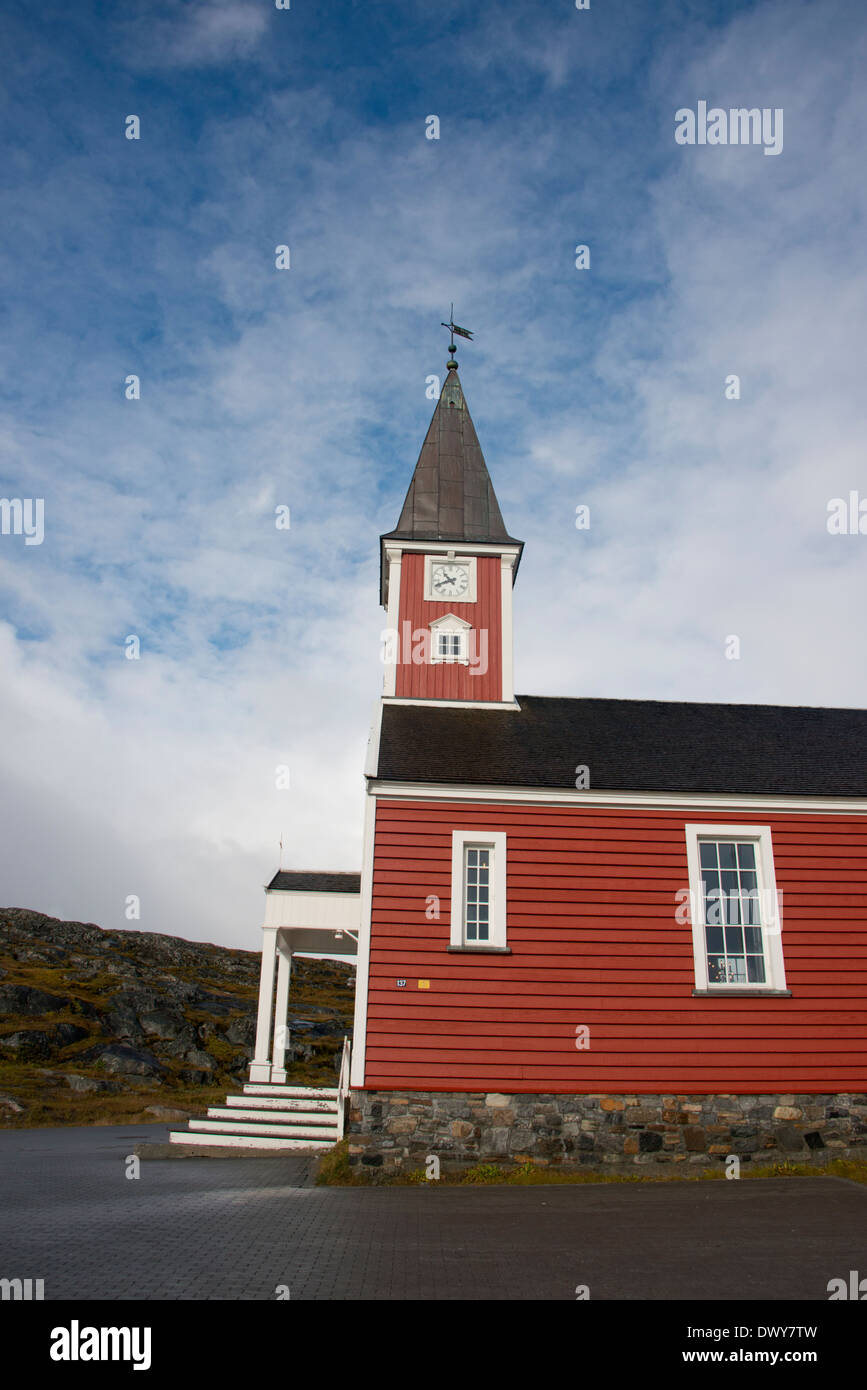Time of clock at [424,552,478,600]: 10:41
